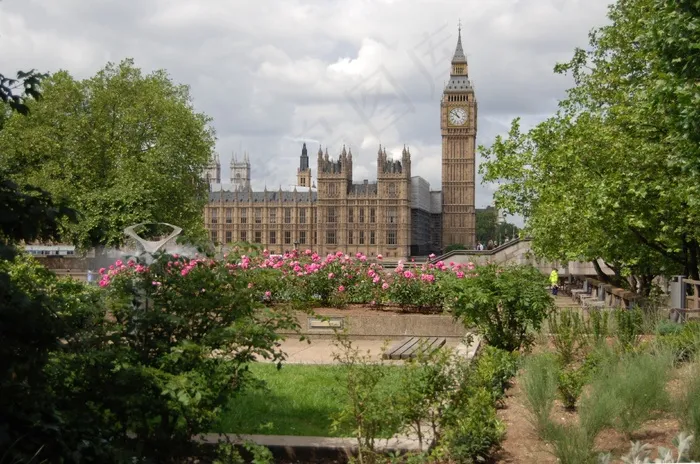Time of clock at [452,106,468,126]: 10:50
